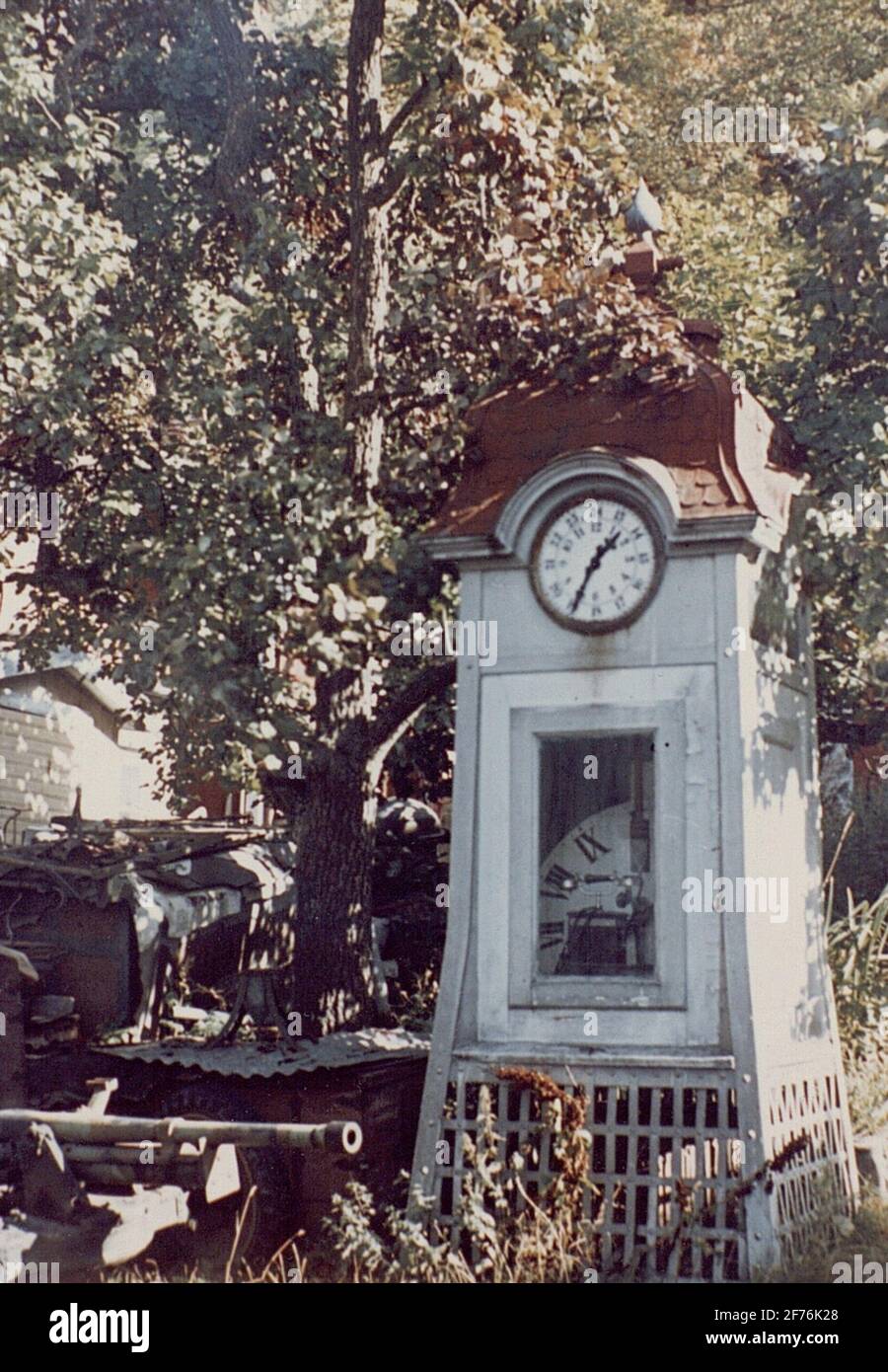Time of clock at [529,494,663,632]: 1:34
